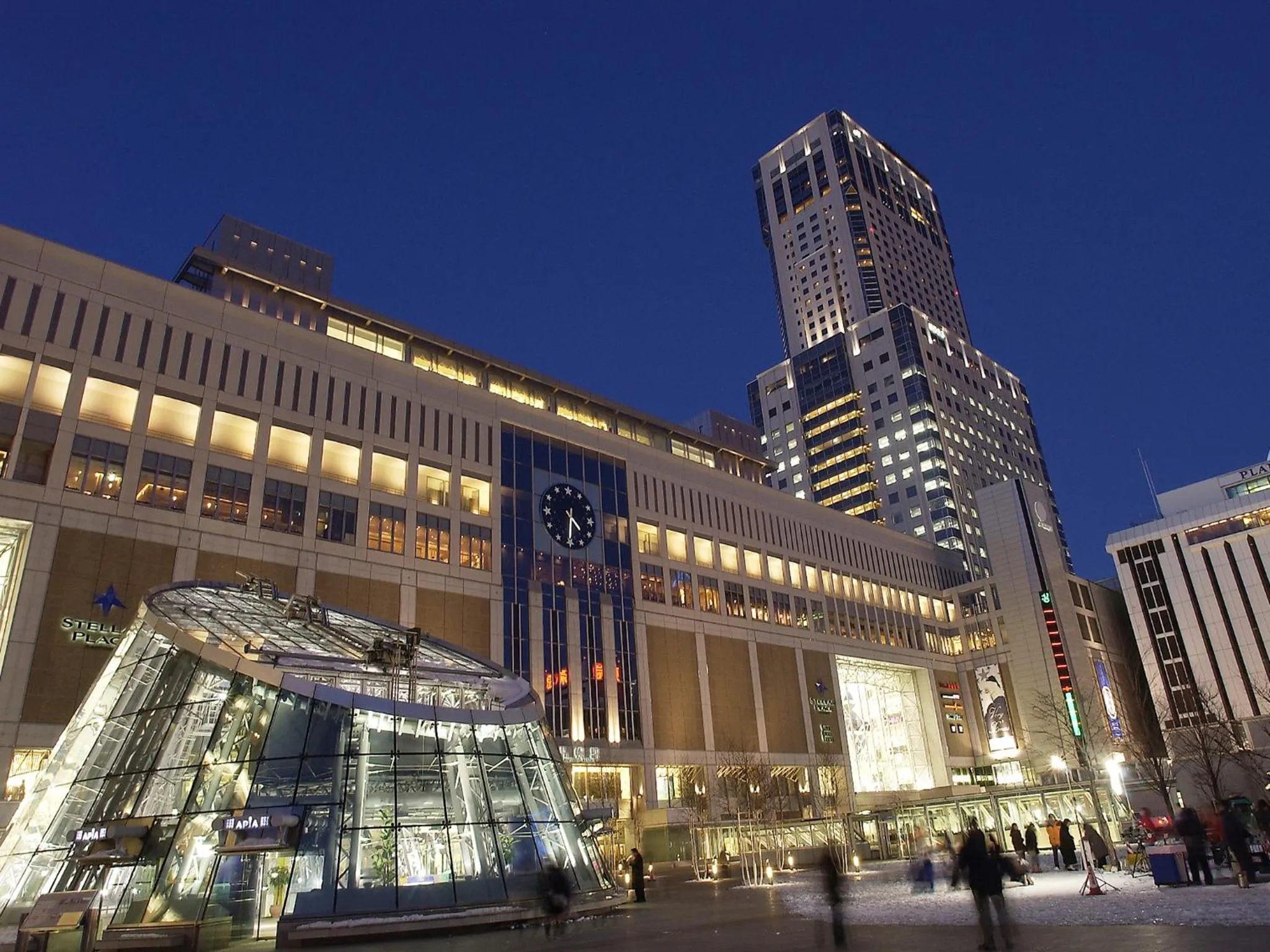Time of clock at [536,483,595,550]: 4:31
